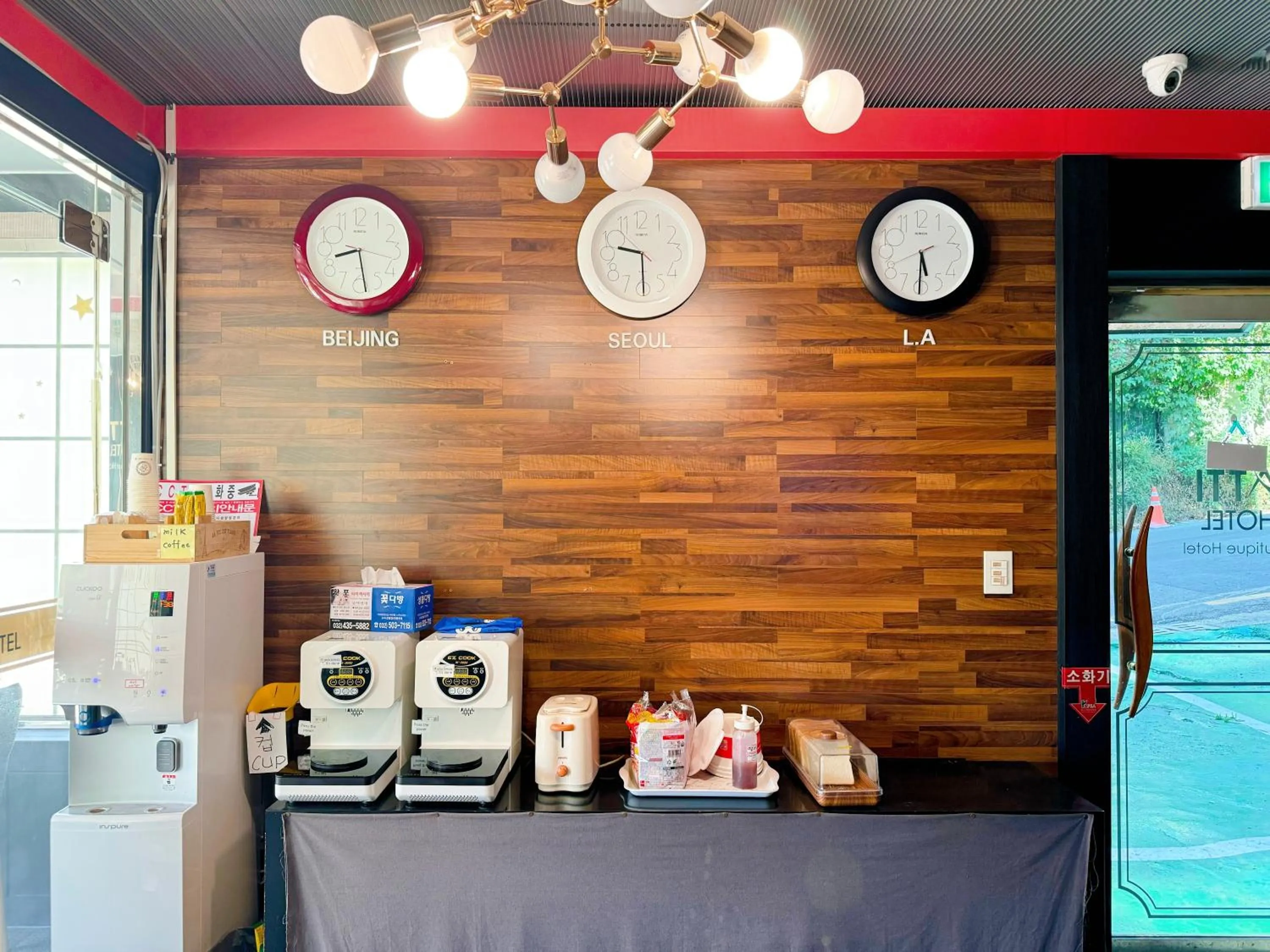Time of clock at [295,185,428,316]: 8:28
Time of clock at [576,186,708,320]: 9:29
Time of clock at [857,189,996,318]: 5:30
